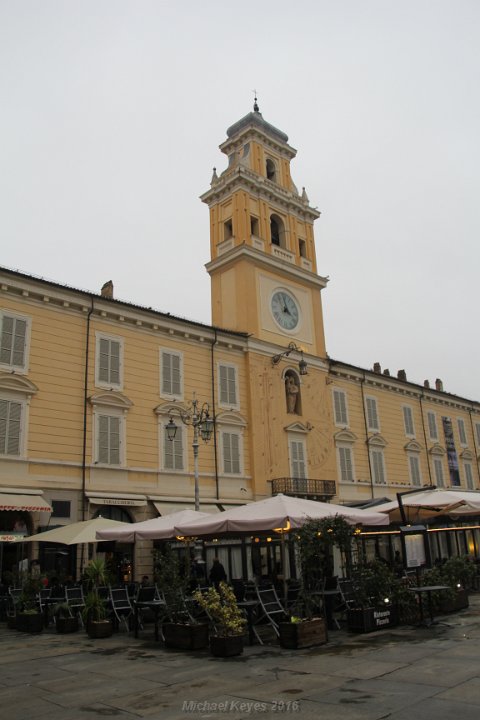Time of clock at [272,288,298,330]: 3:58
